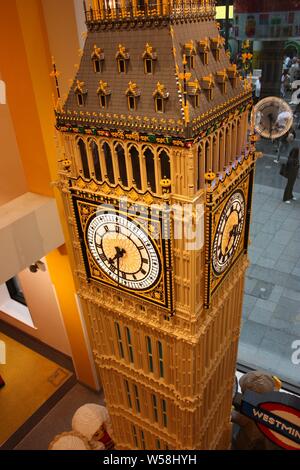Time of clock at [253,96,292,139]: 4:30
